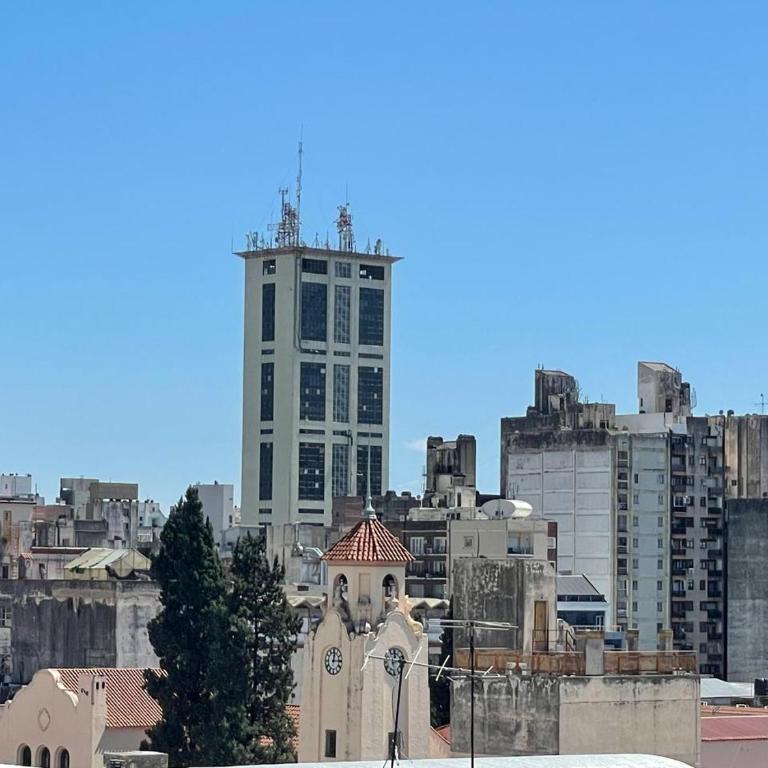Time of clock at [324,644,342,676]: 12:14
